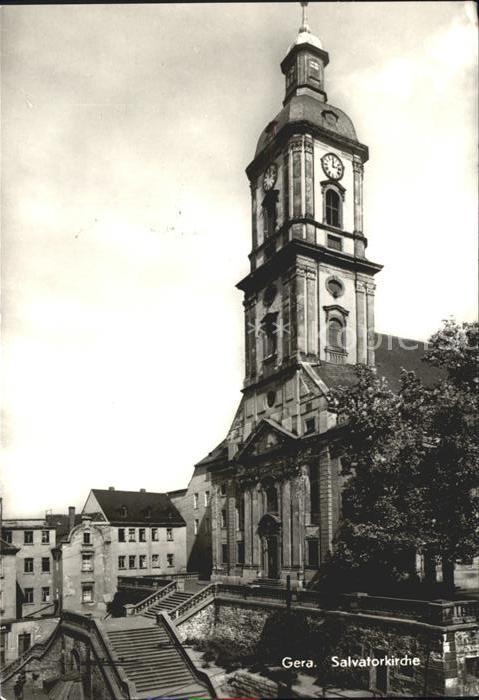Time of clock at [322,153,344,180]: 12:13
